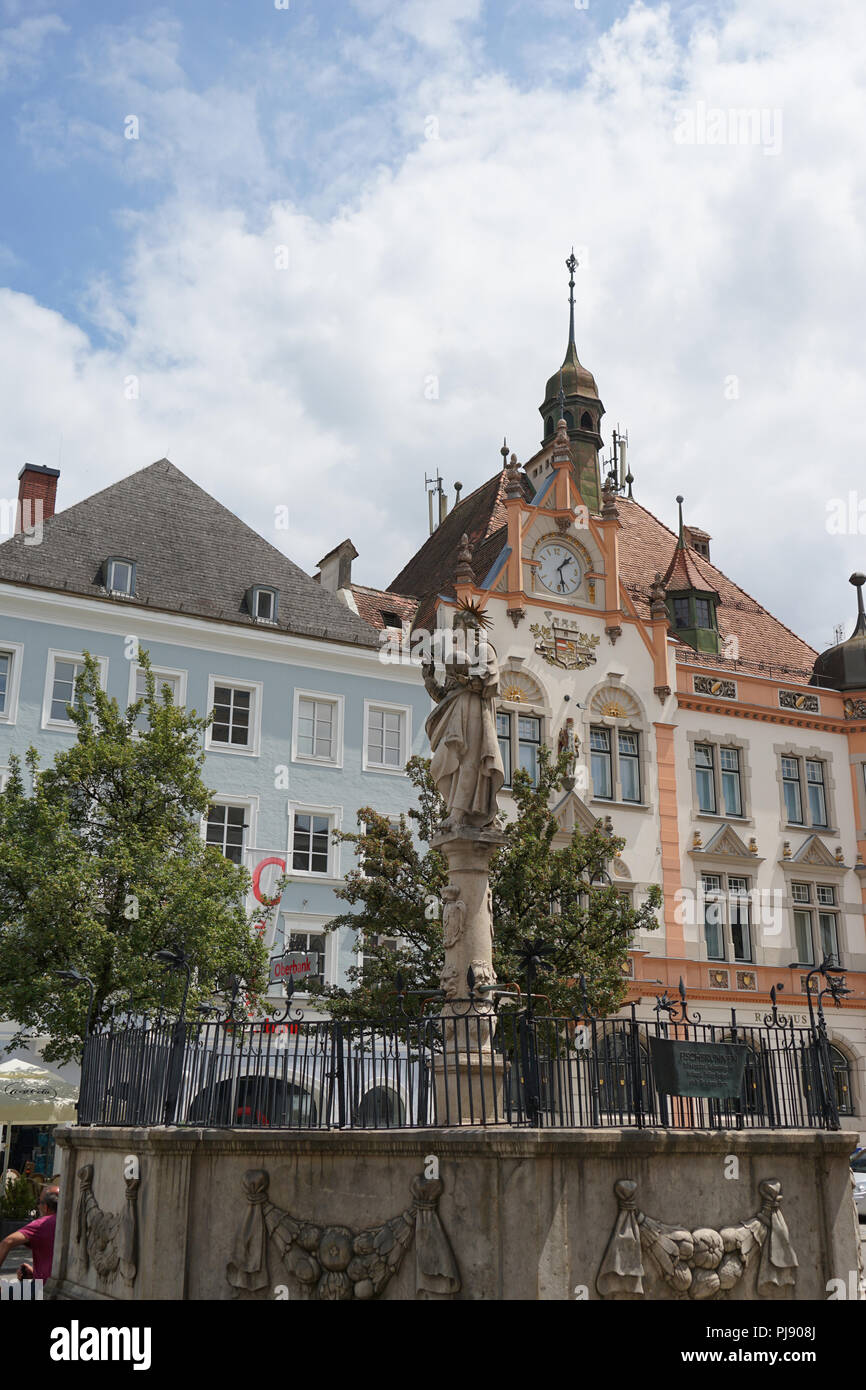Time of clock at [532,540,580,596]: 1:28
